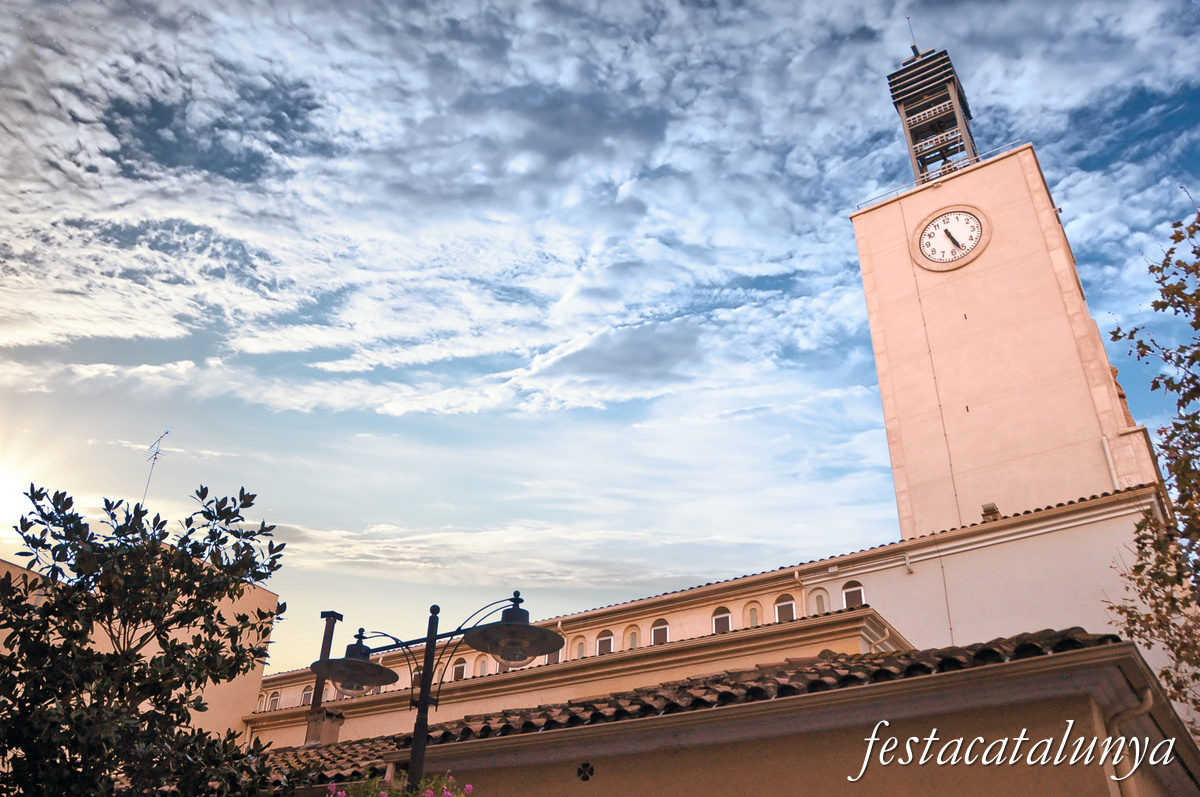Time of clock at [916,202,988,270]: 5:26
